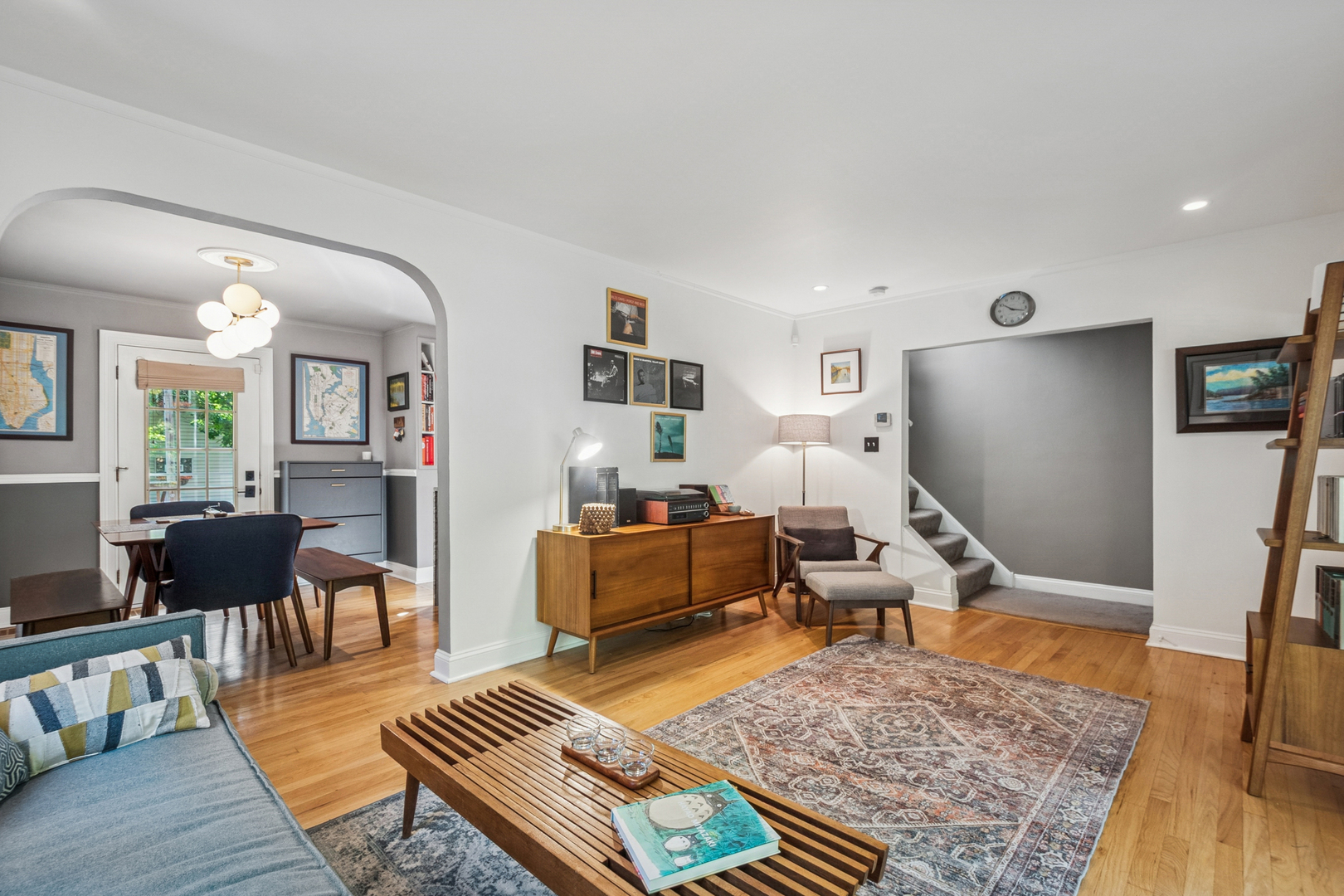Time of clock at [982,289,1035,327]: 10:17
